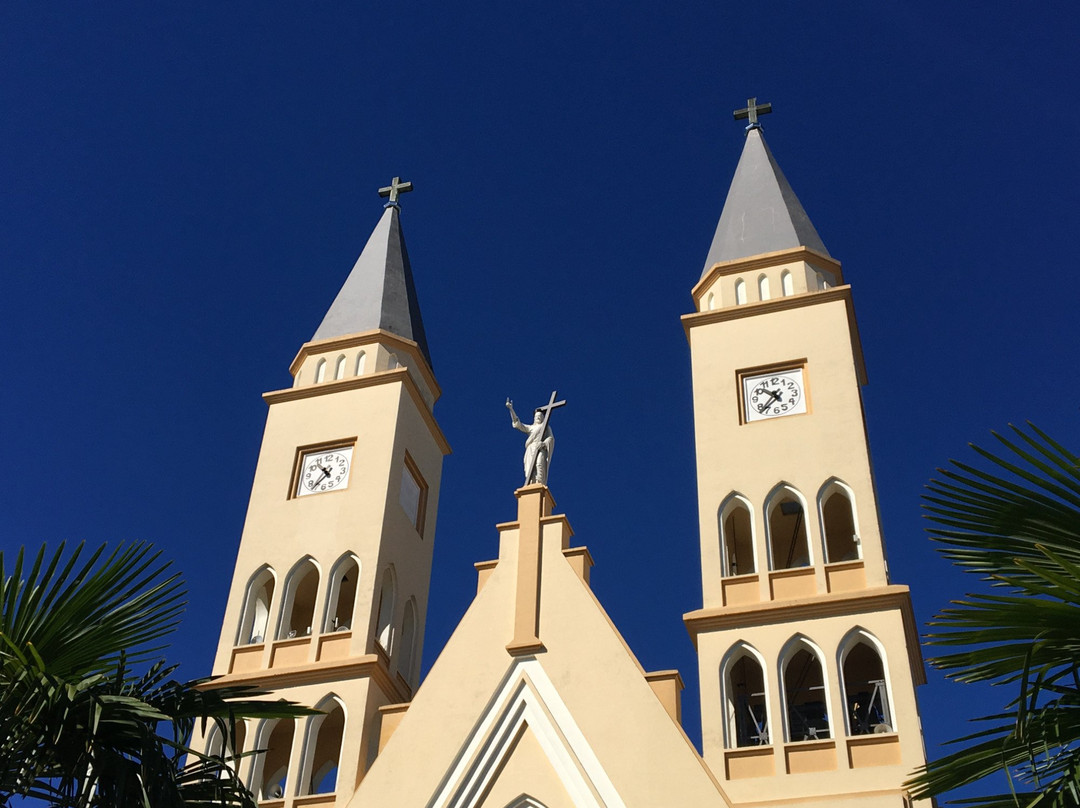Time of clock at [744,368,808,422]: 10:37
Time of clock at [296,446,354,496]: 10:36
